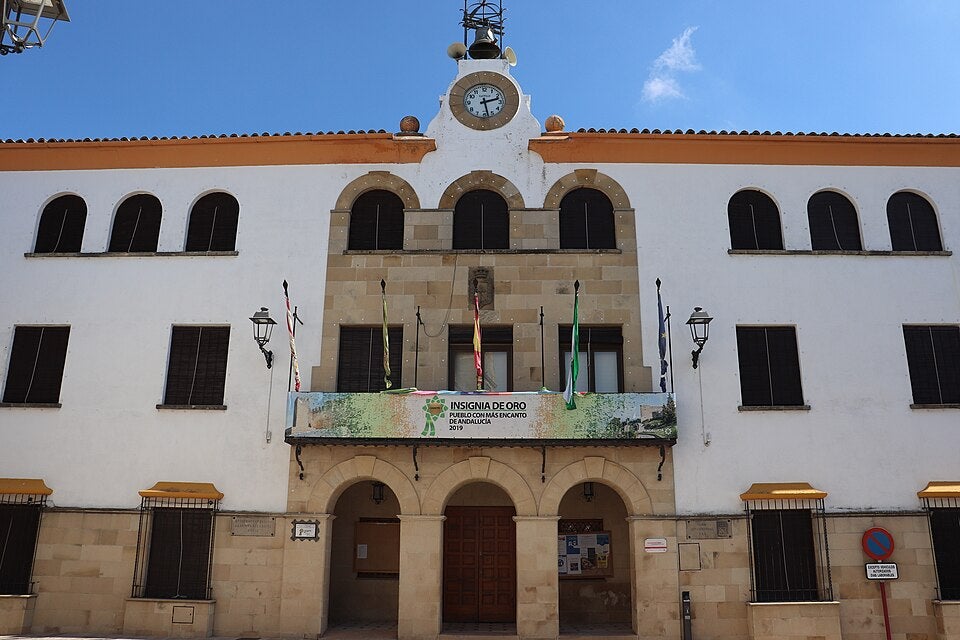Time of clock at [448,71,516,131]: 2:27
